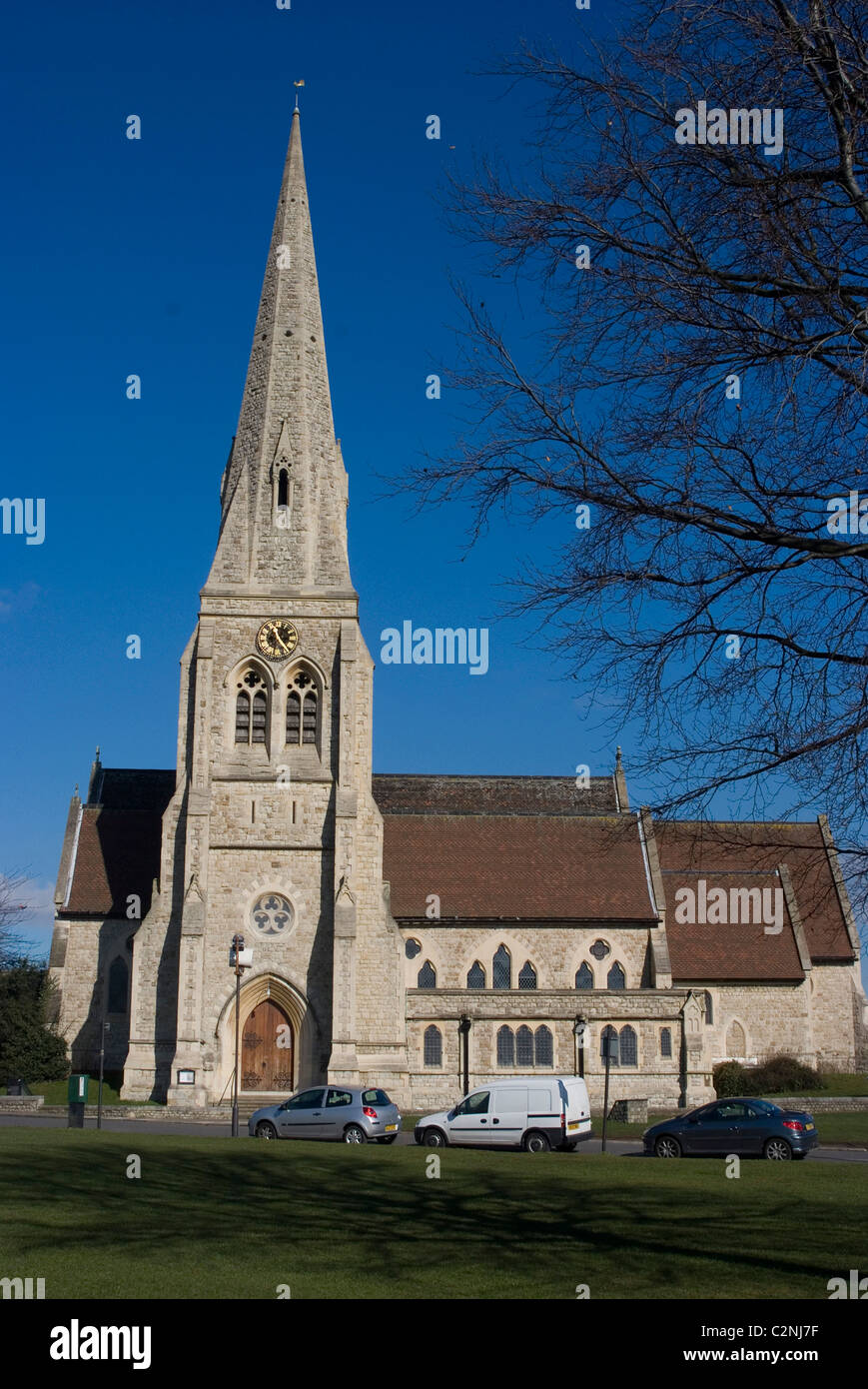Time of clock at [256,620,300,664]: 11:22
